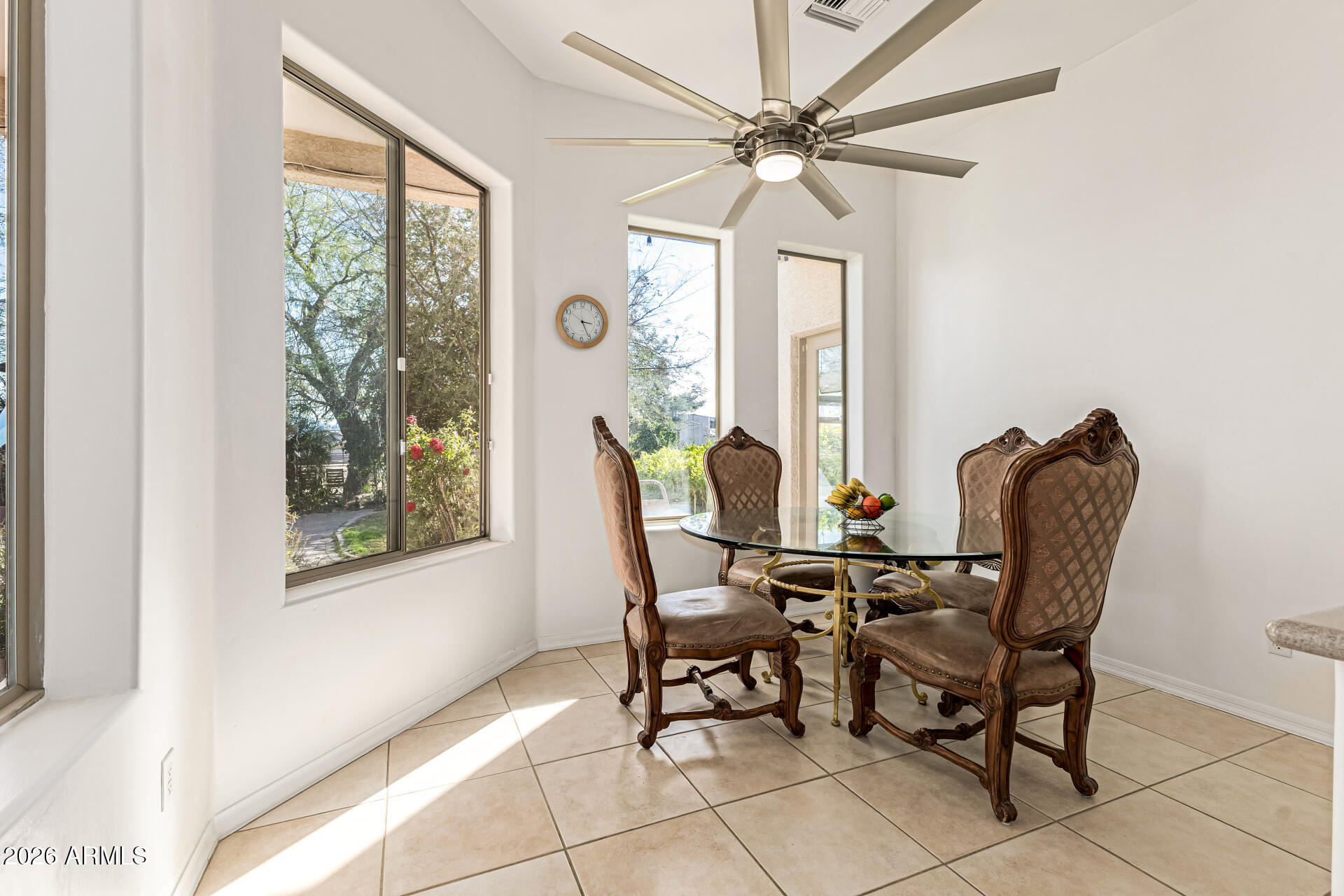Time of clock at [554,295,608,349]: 3:25
